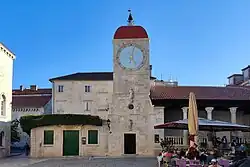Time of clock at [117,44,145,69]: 5:02
